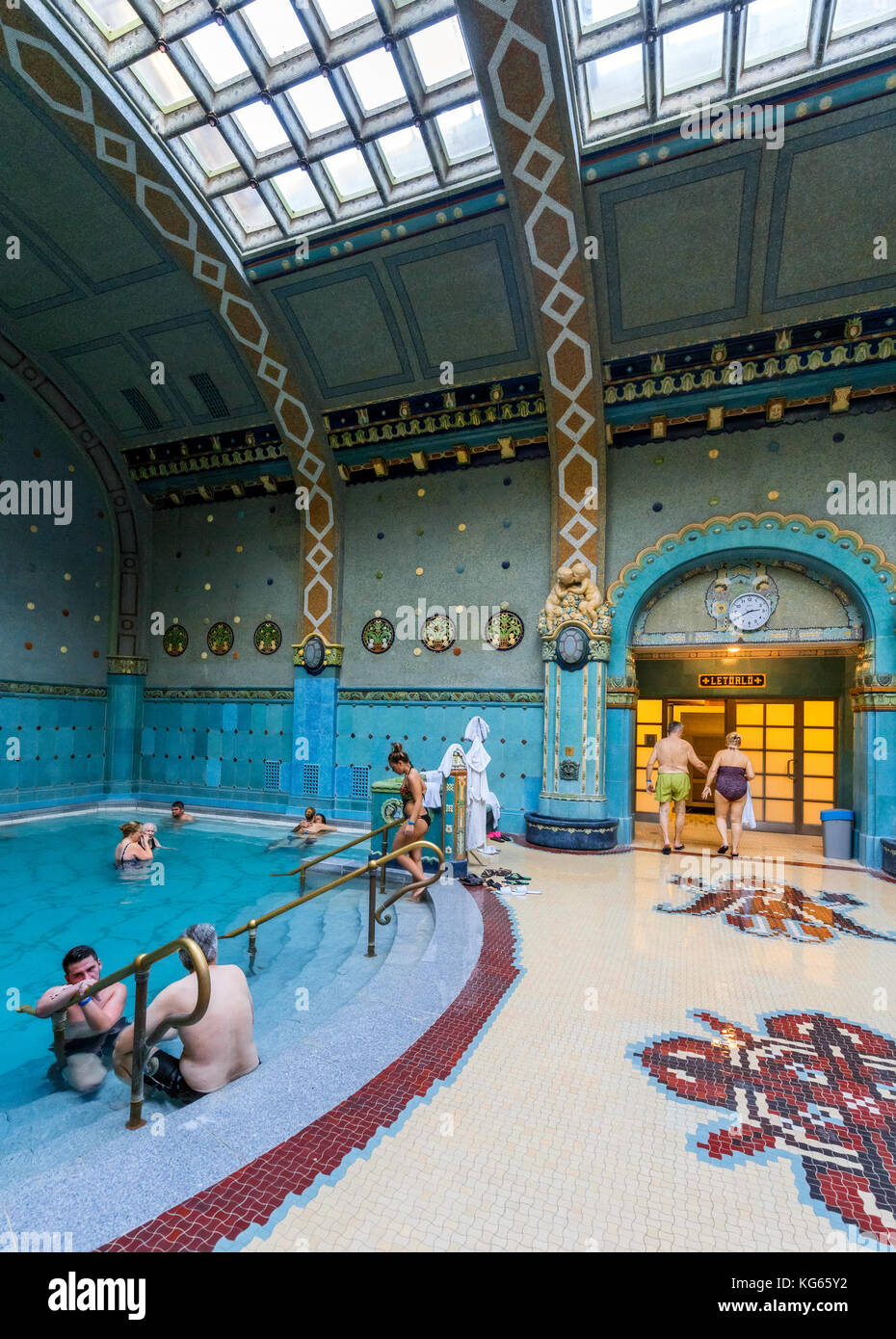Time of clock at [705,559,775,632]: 2:40
